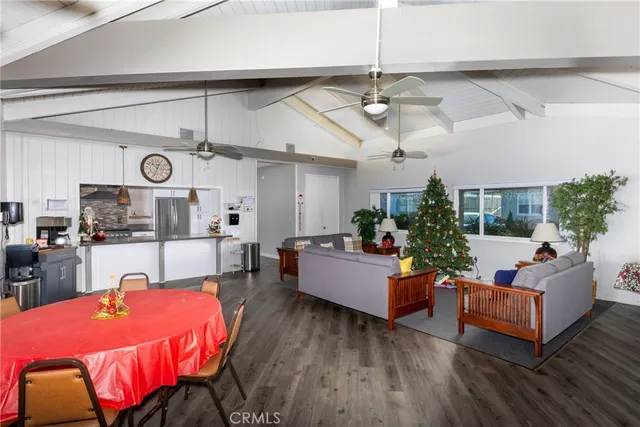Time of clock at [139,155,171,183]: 10:33
